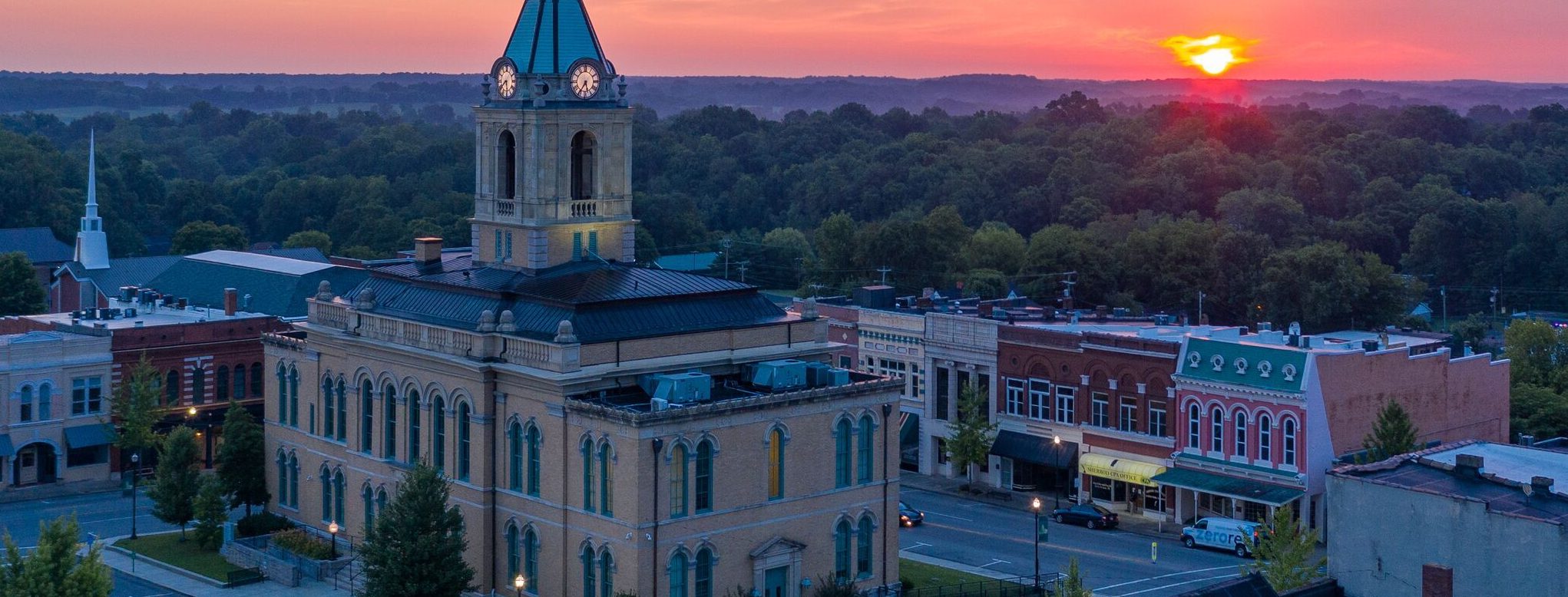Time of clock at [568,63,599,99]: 5:35
